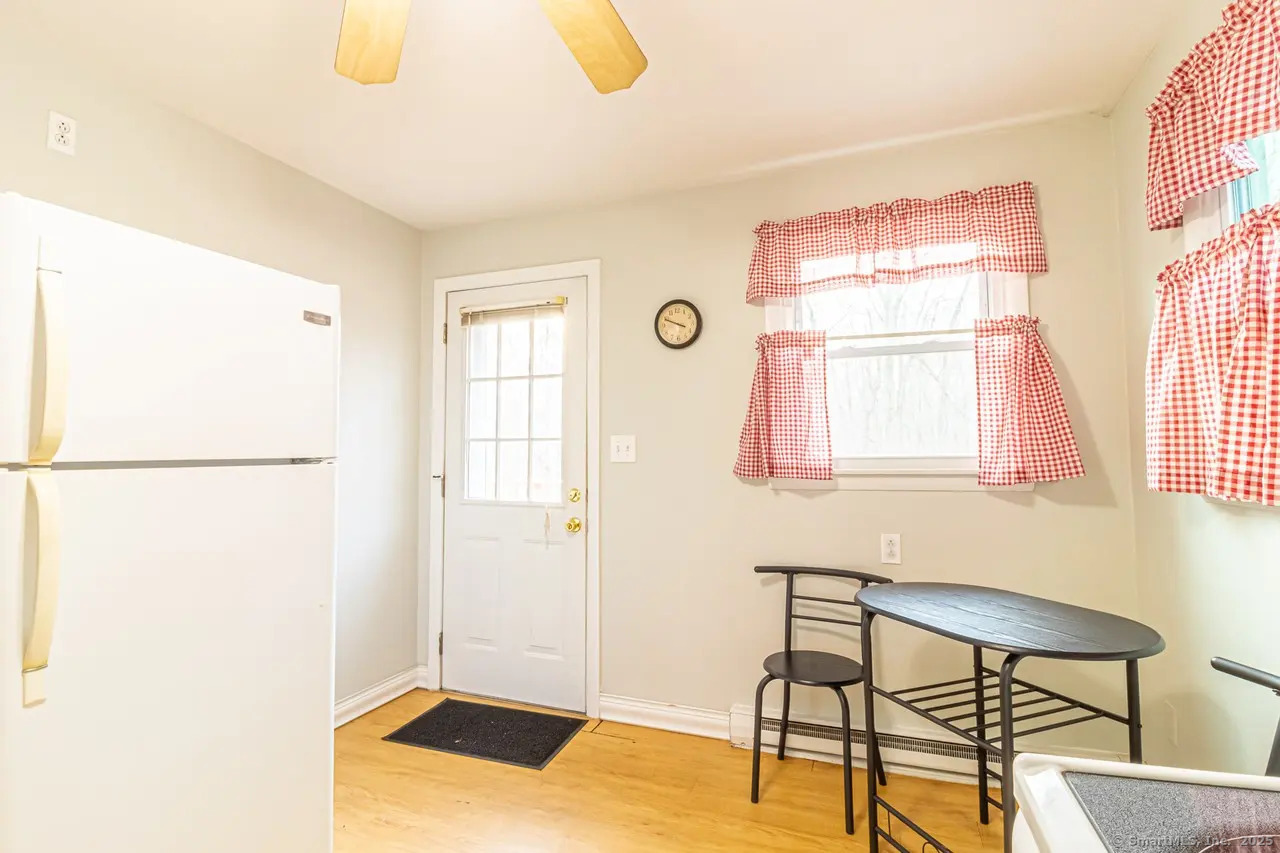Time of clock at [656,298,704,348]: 3:48
